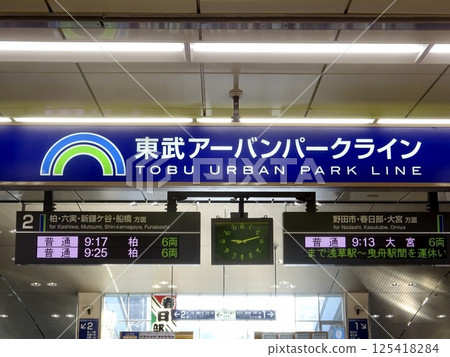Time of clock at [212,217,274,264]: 9:12
